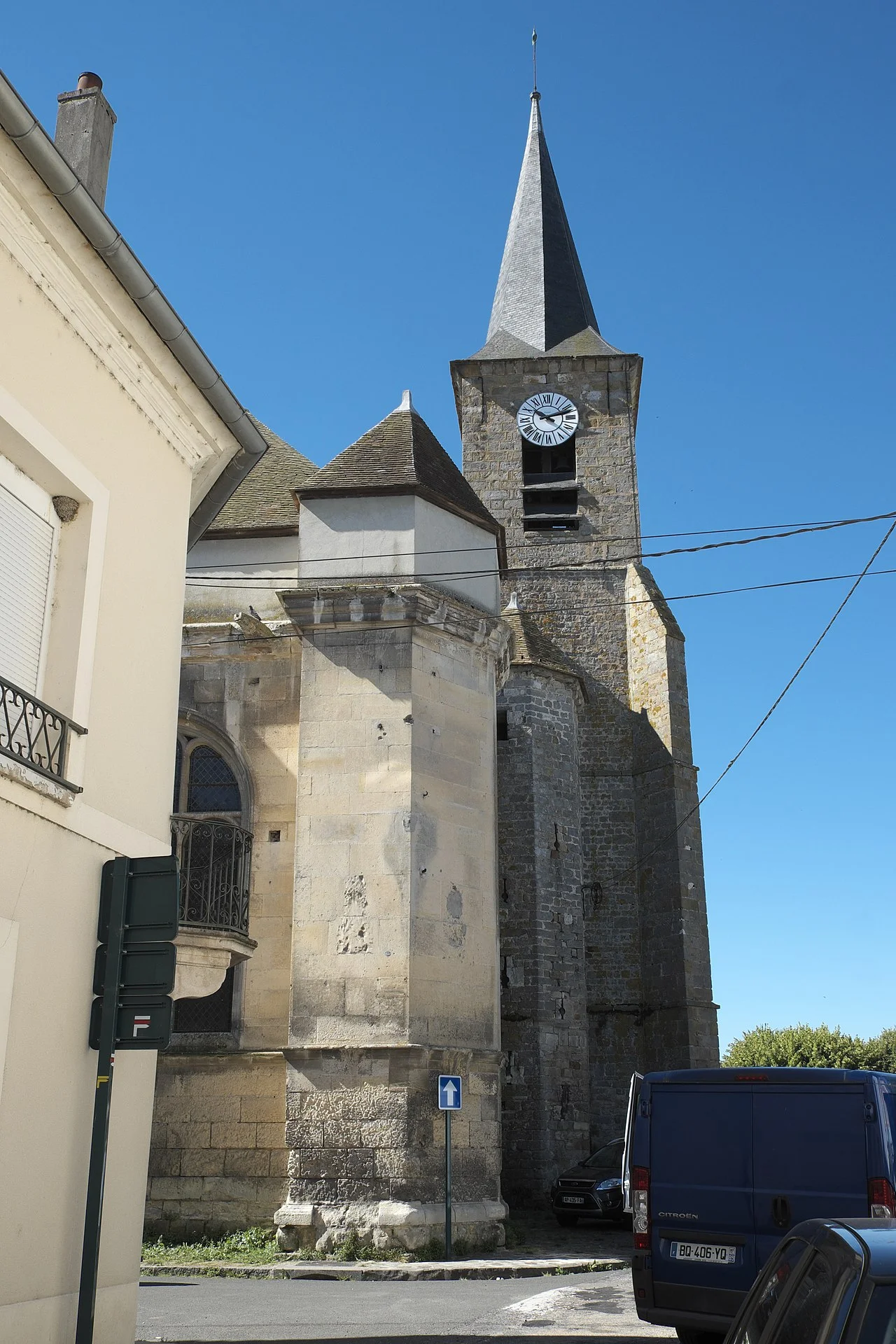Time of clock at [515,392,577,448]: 10:12
